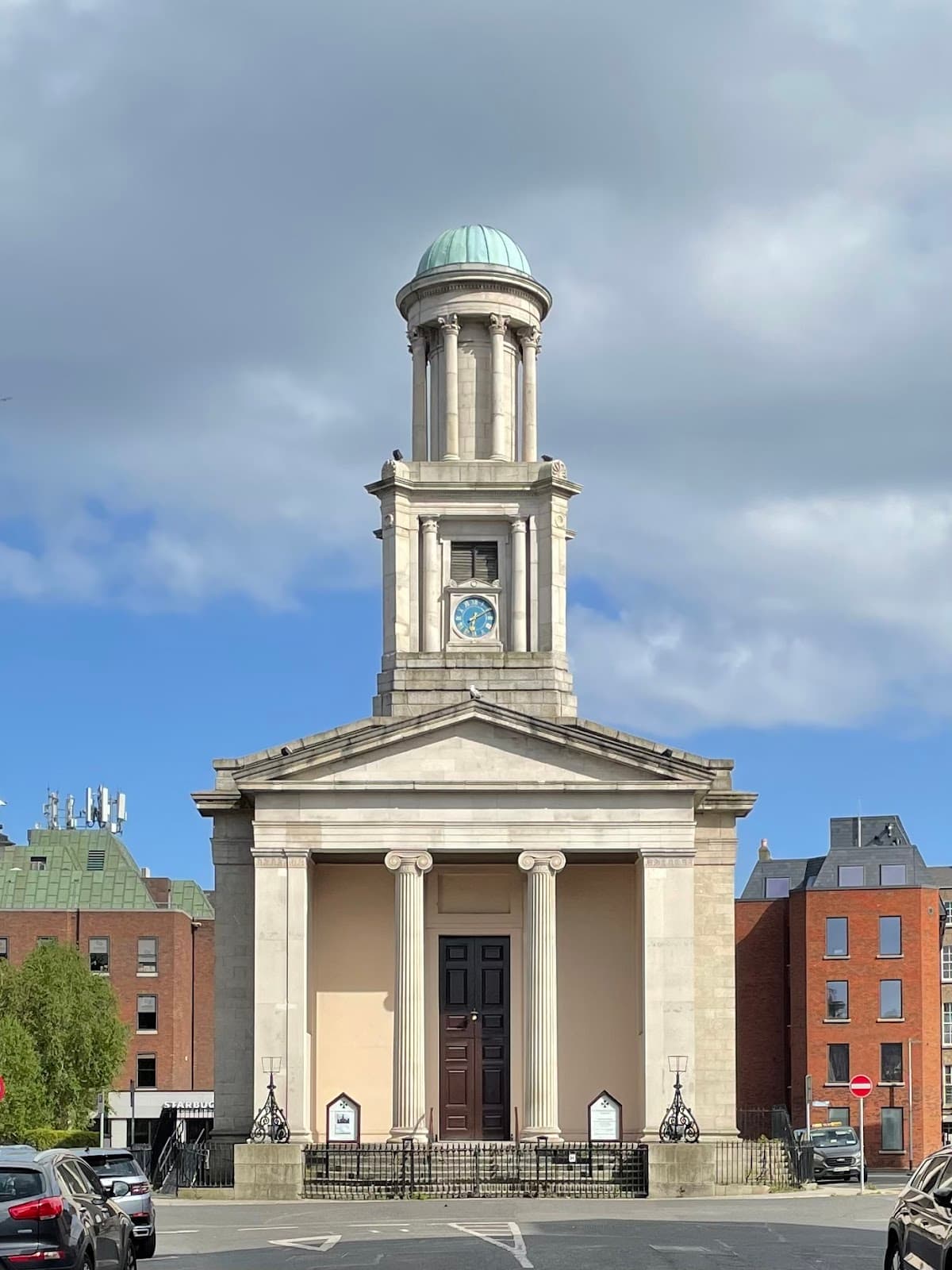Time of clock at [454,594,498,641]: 6:10
